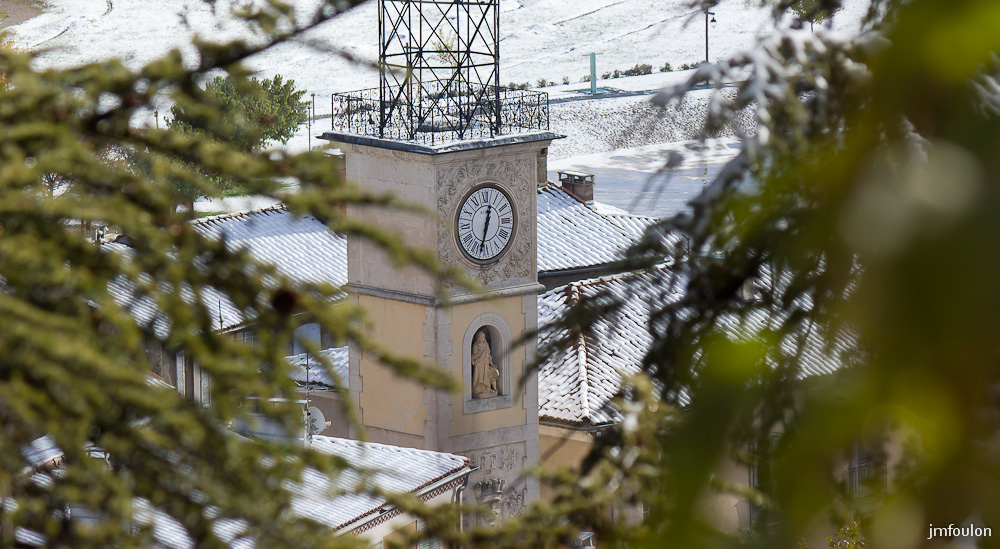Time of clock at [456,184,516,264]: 12:32
